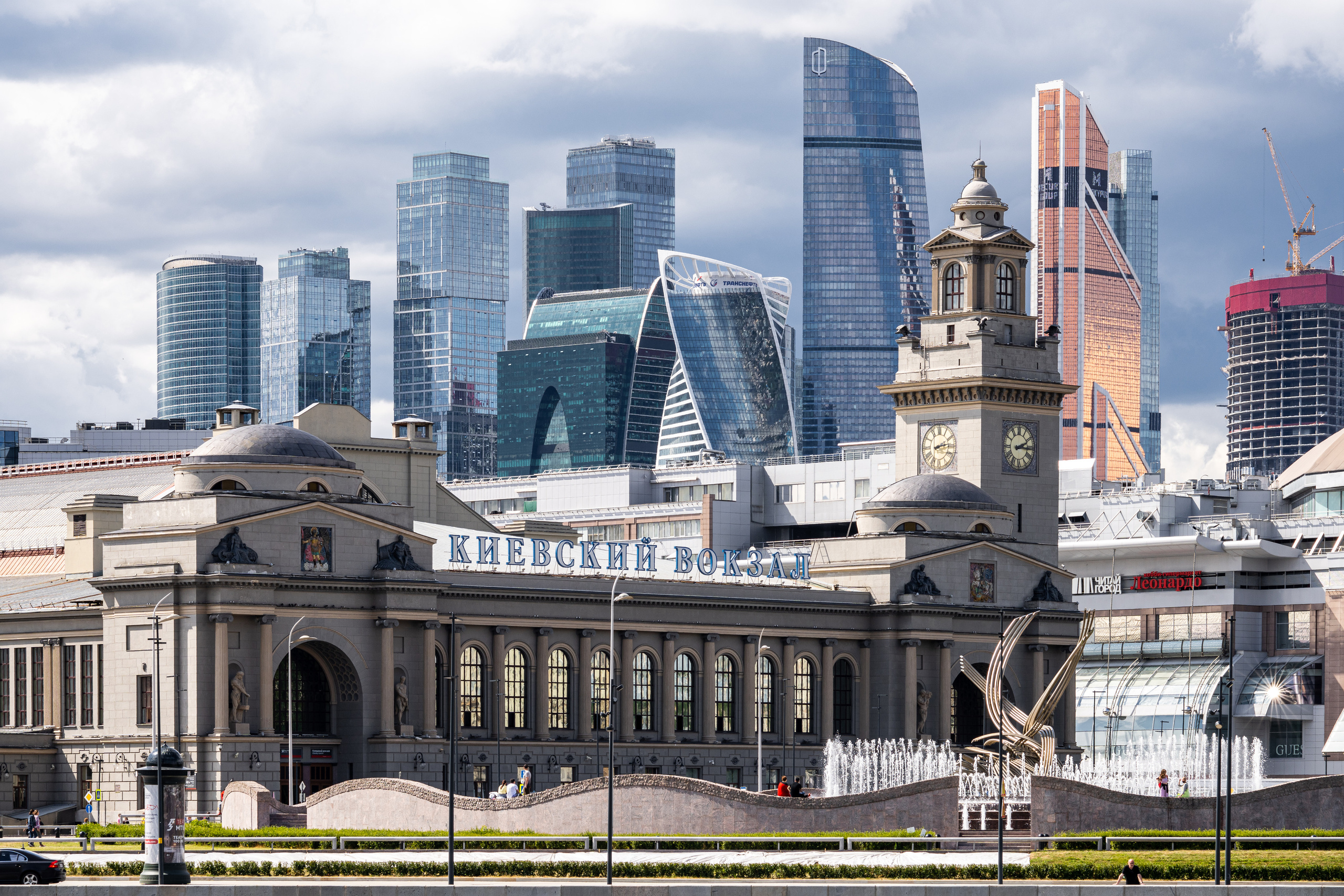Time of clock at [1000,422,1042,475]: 2:15
